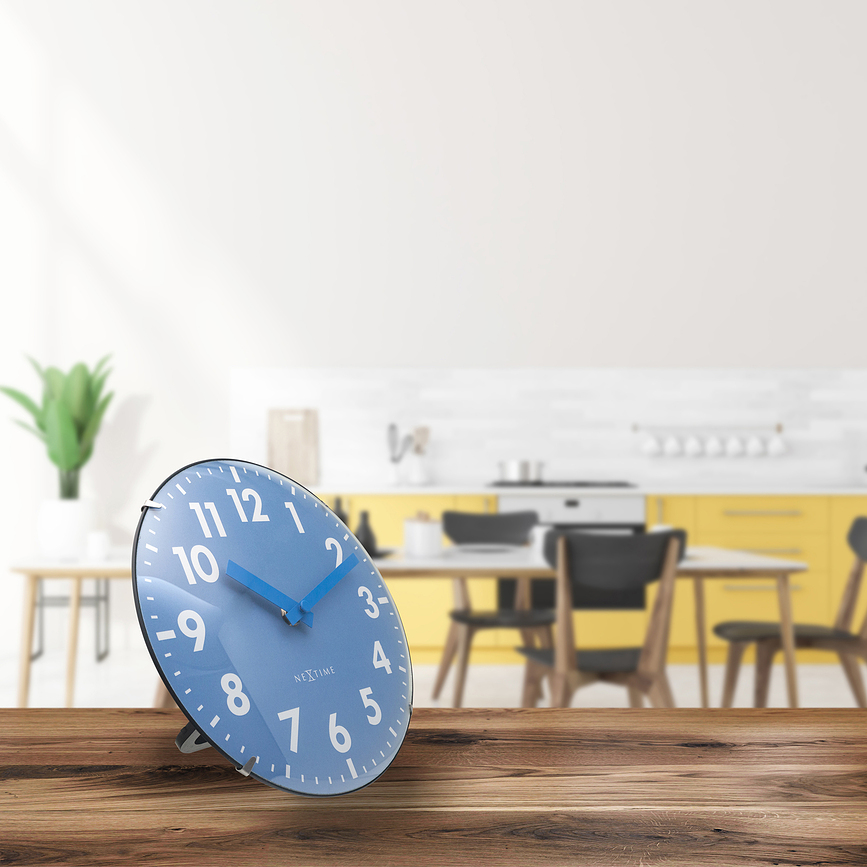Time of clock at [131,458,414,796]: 10:11
